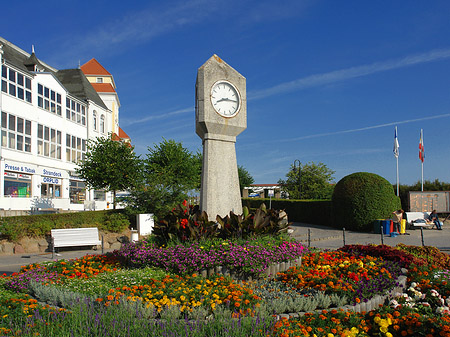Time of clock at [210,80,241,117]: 8:14
